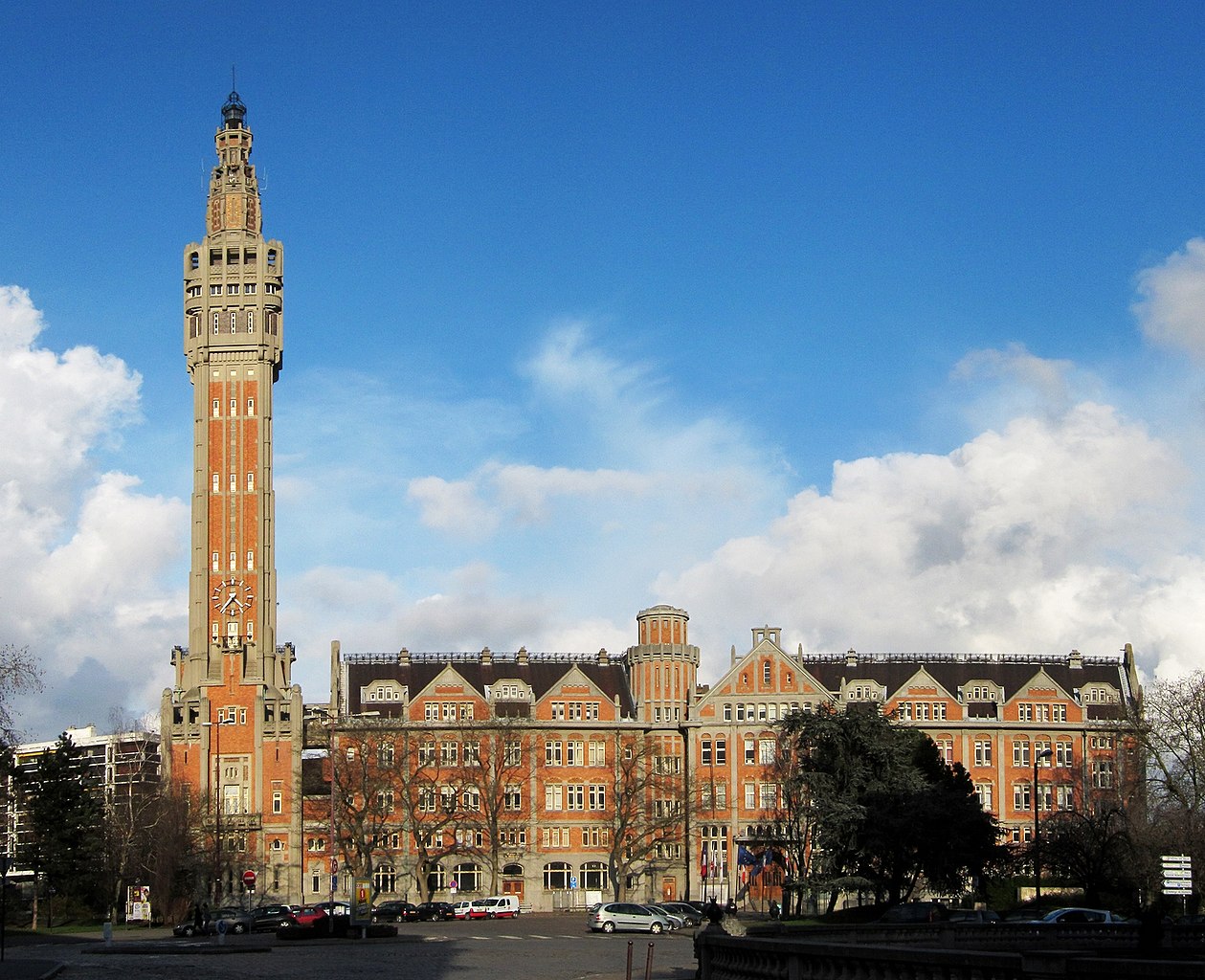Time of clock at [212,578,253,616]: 4:36
